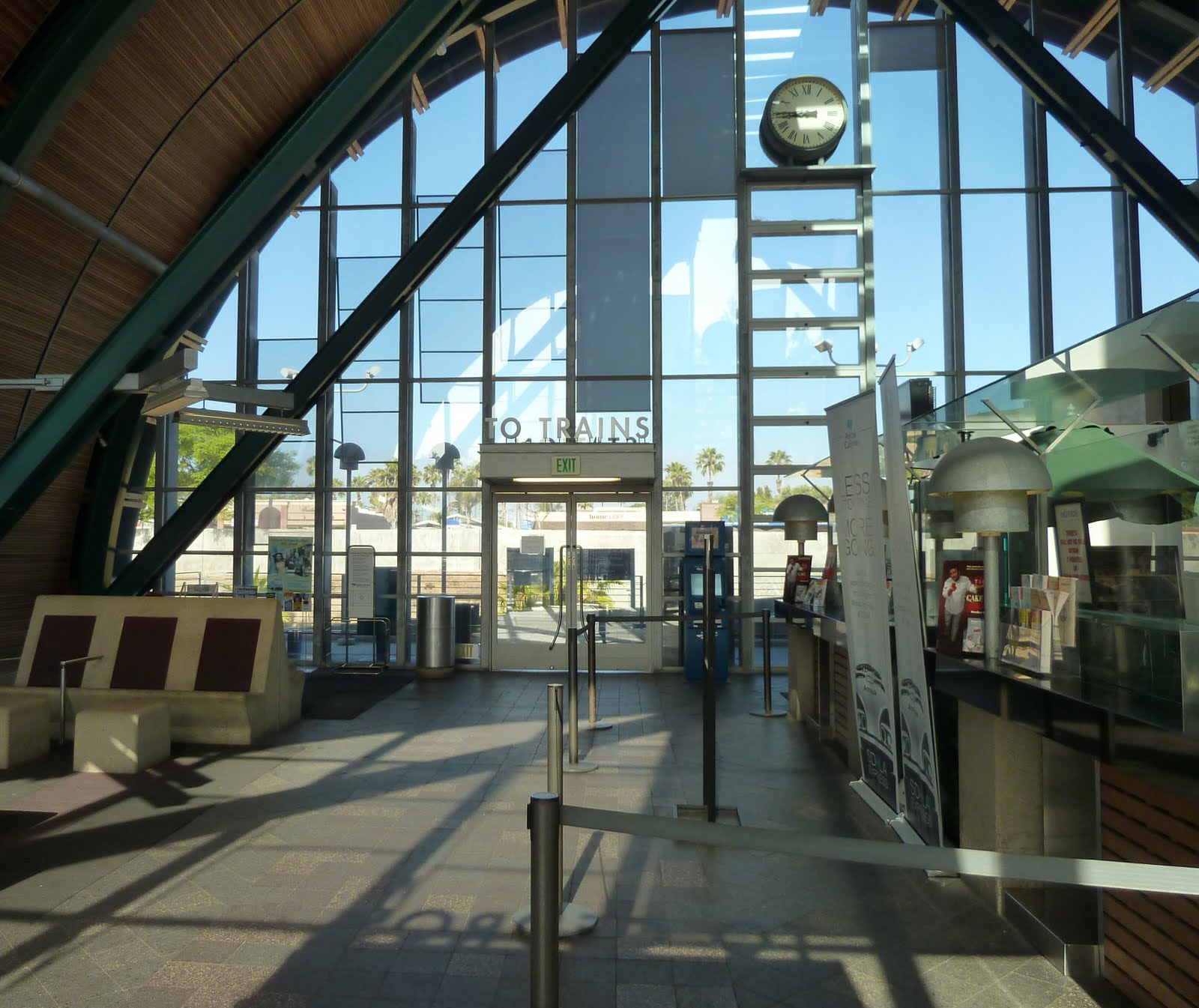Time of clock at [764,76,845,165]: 8:45
